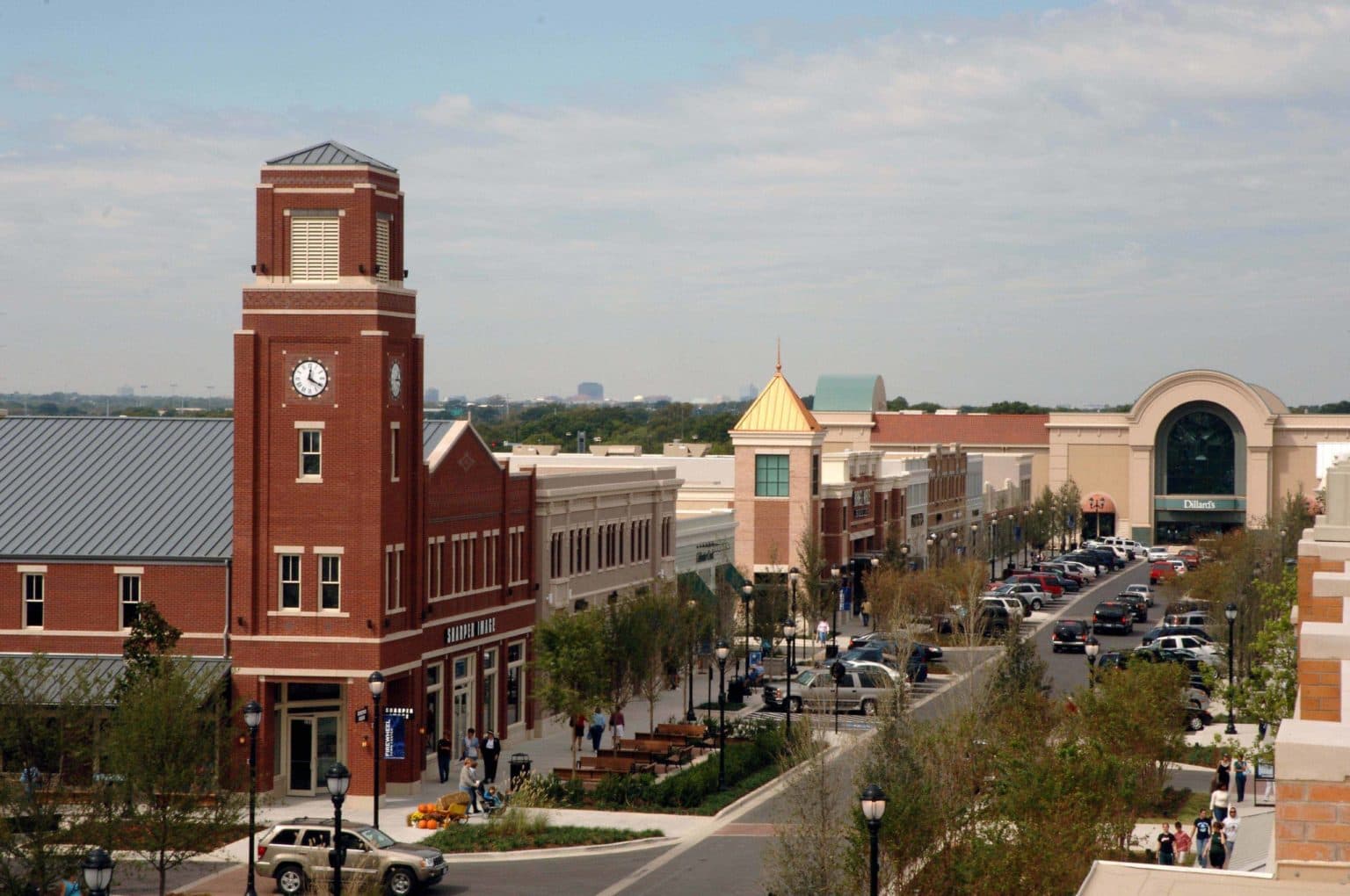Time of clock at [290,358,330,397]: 12:20
